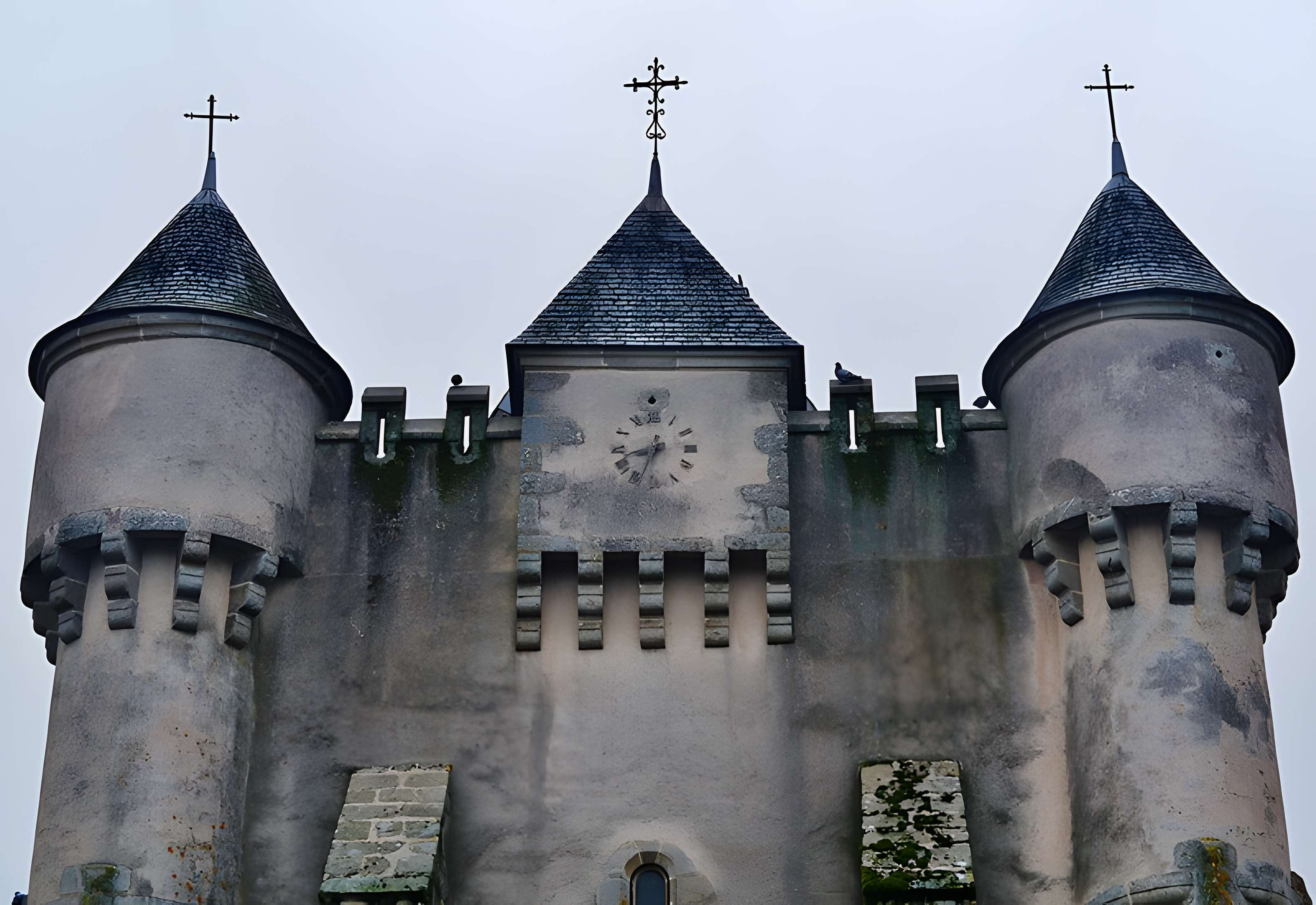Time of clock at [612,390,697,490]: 8:33
